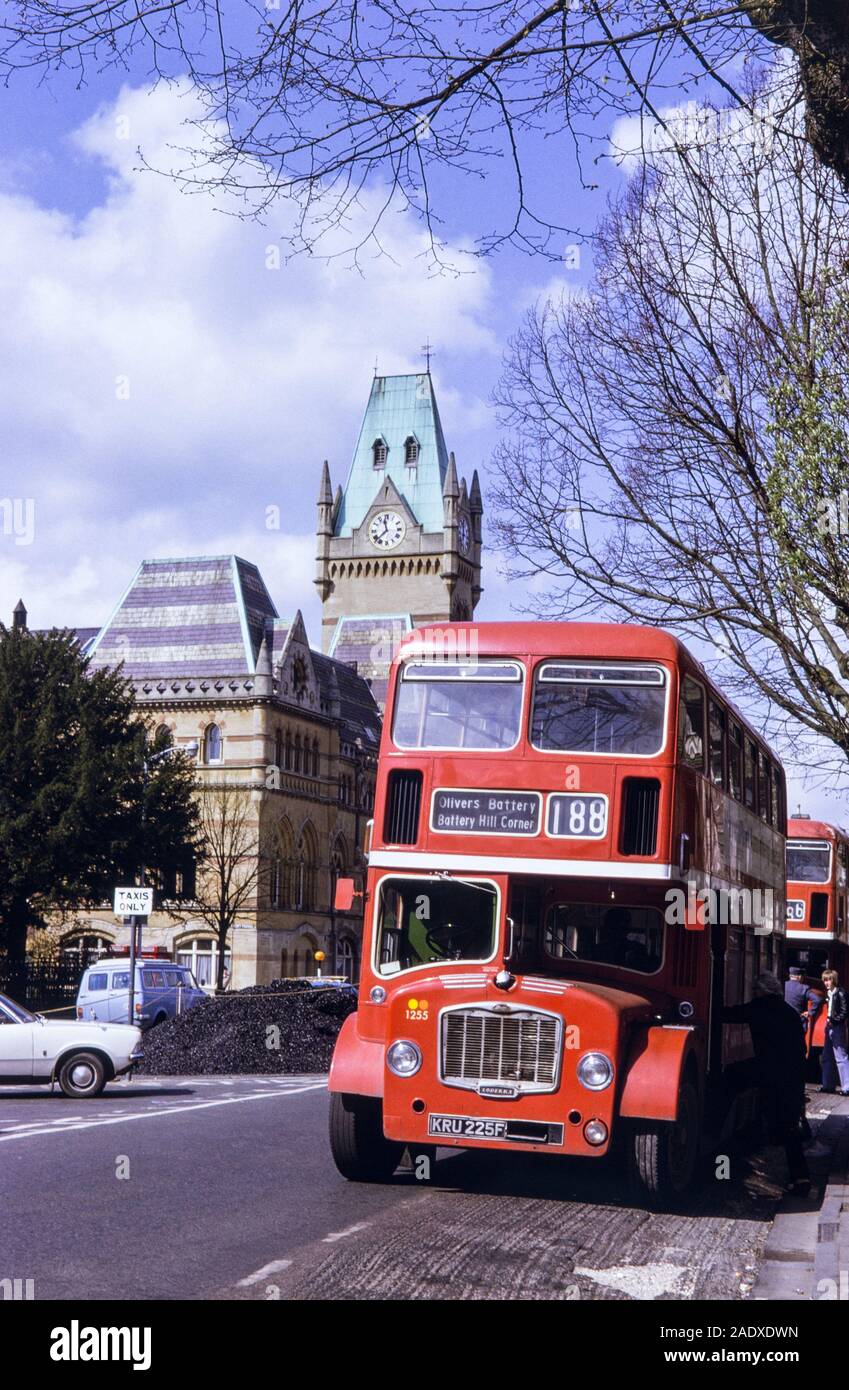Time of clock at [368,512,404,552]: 11:37
